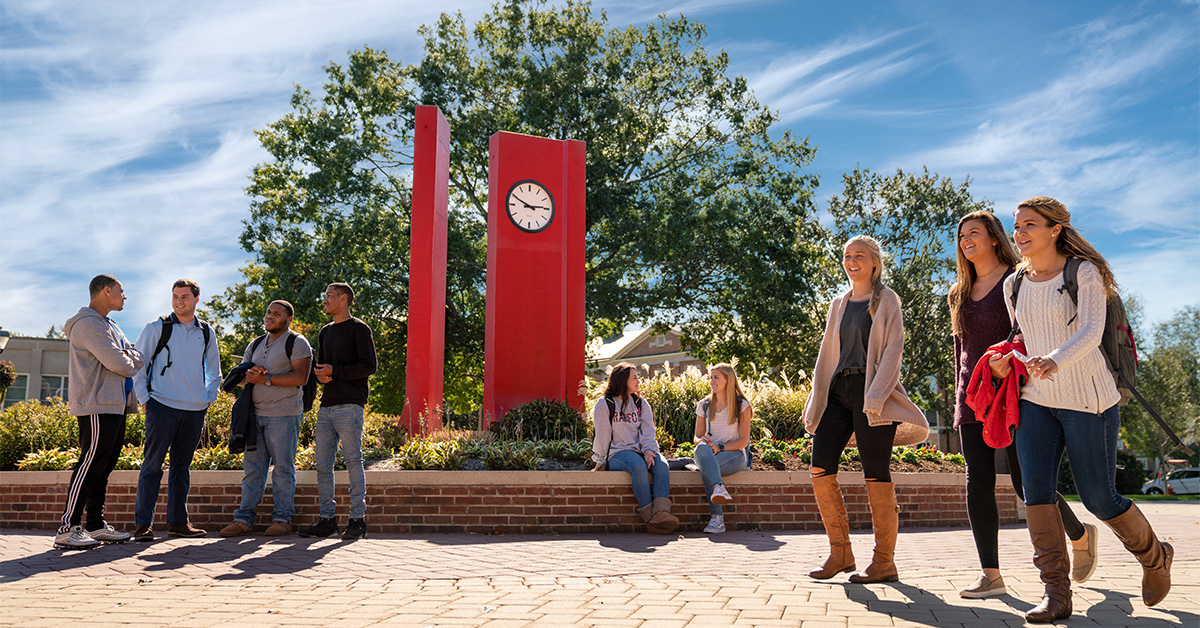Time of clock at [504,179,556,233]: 2:49
